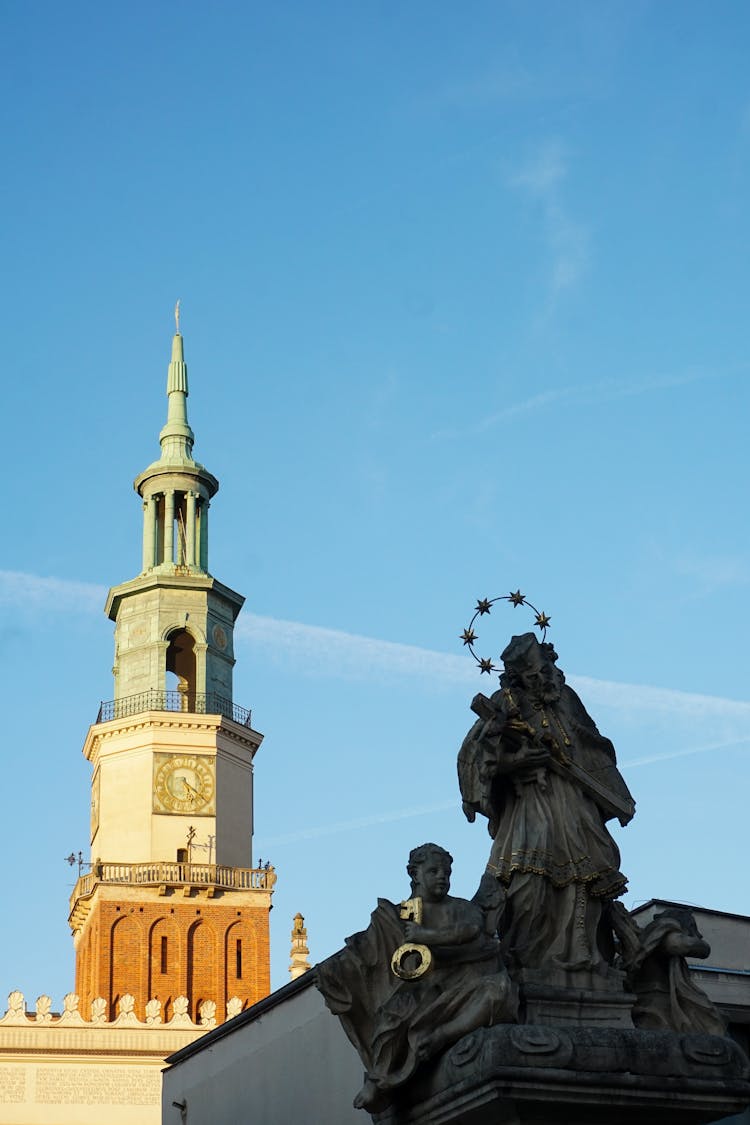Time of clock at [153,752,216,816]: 5:21
